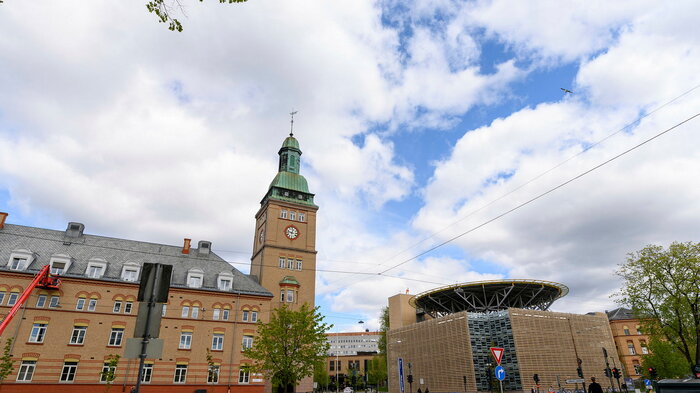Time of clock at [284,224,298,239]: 12:47
